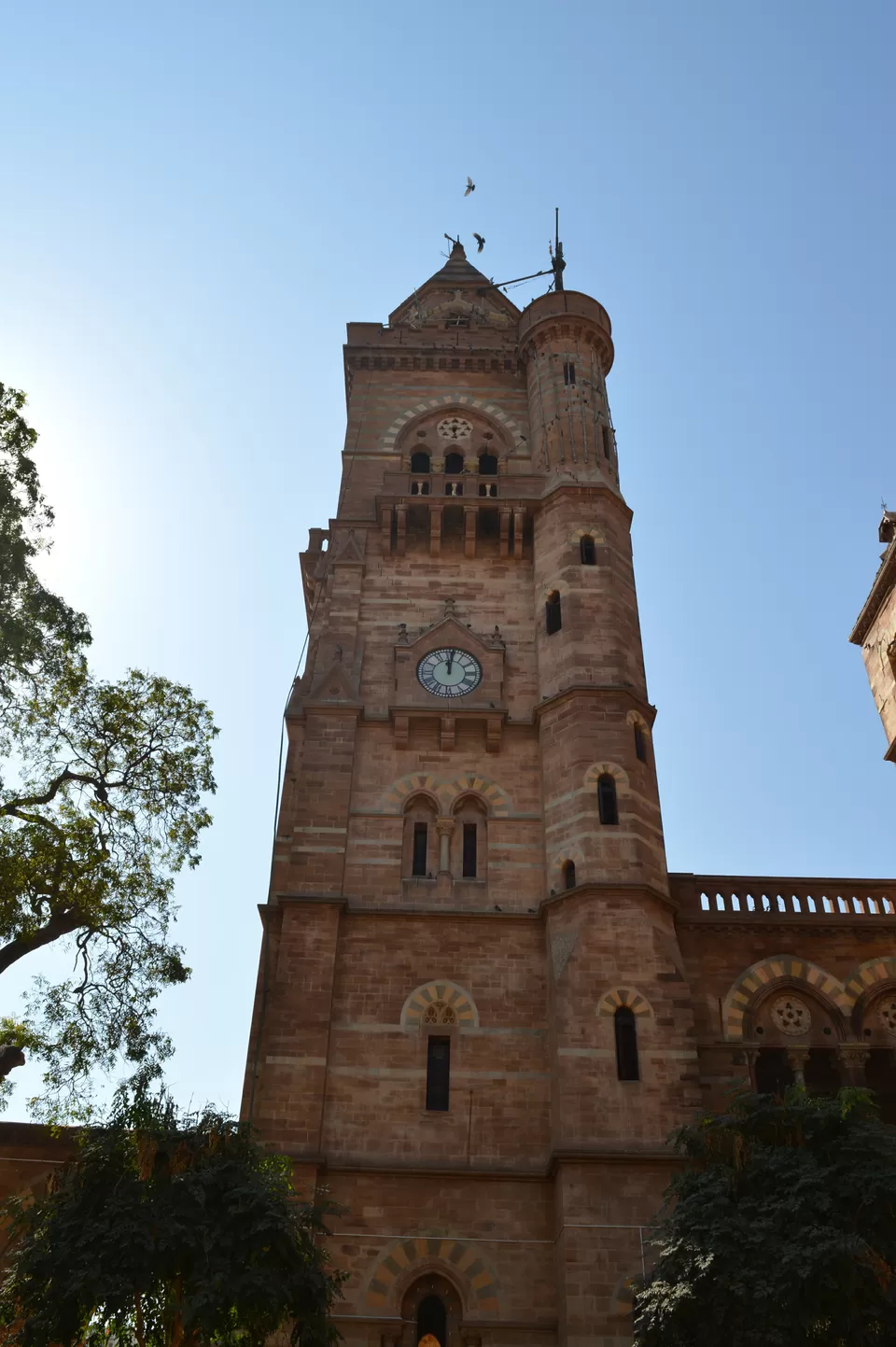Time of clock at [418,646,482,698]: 12:01
